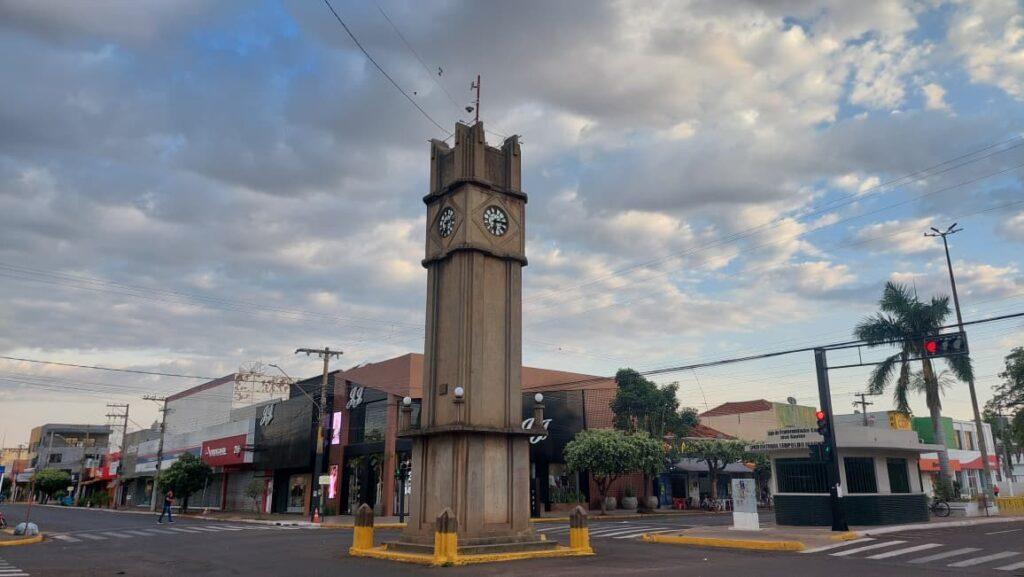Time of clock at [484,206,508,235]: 6:14
